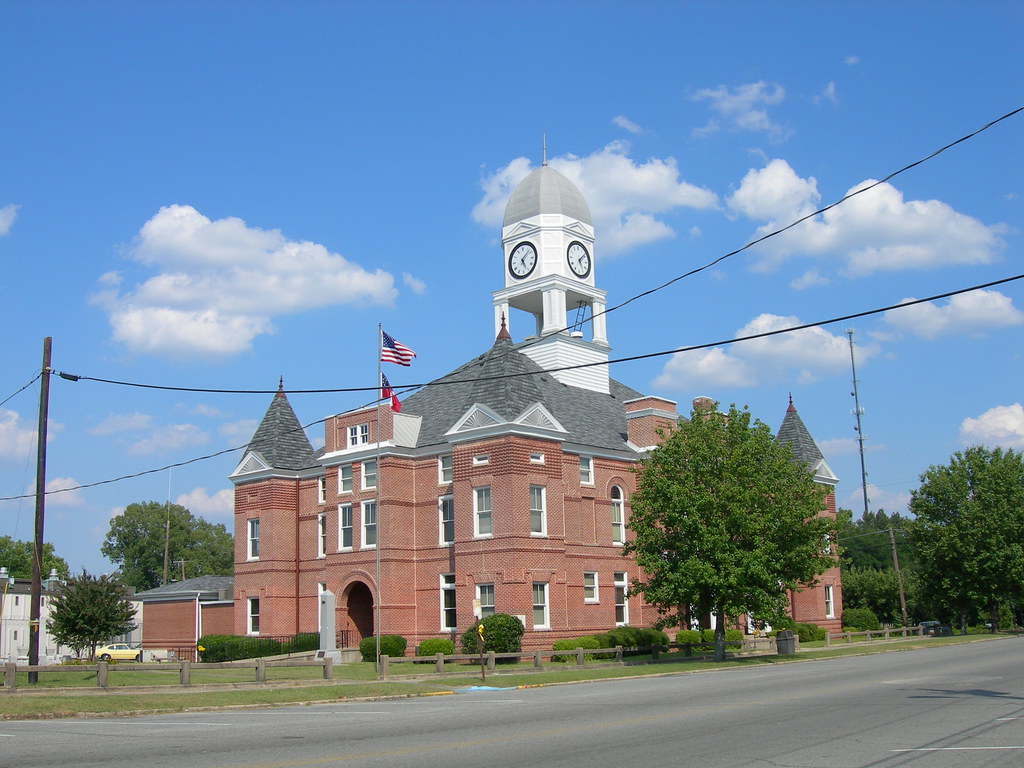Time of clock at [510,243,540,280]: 5:07
